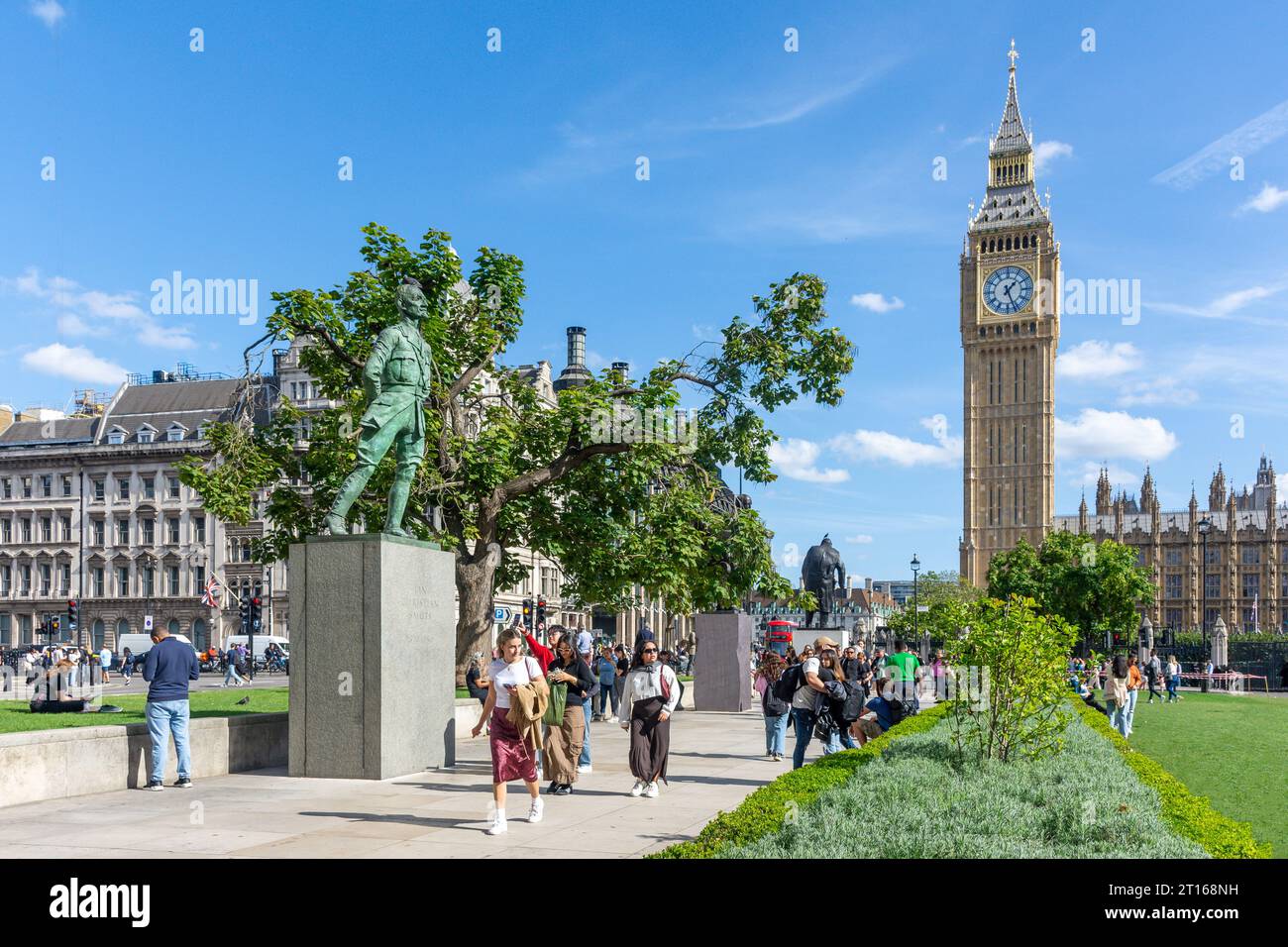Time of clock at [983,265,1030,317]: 1:26
